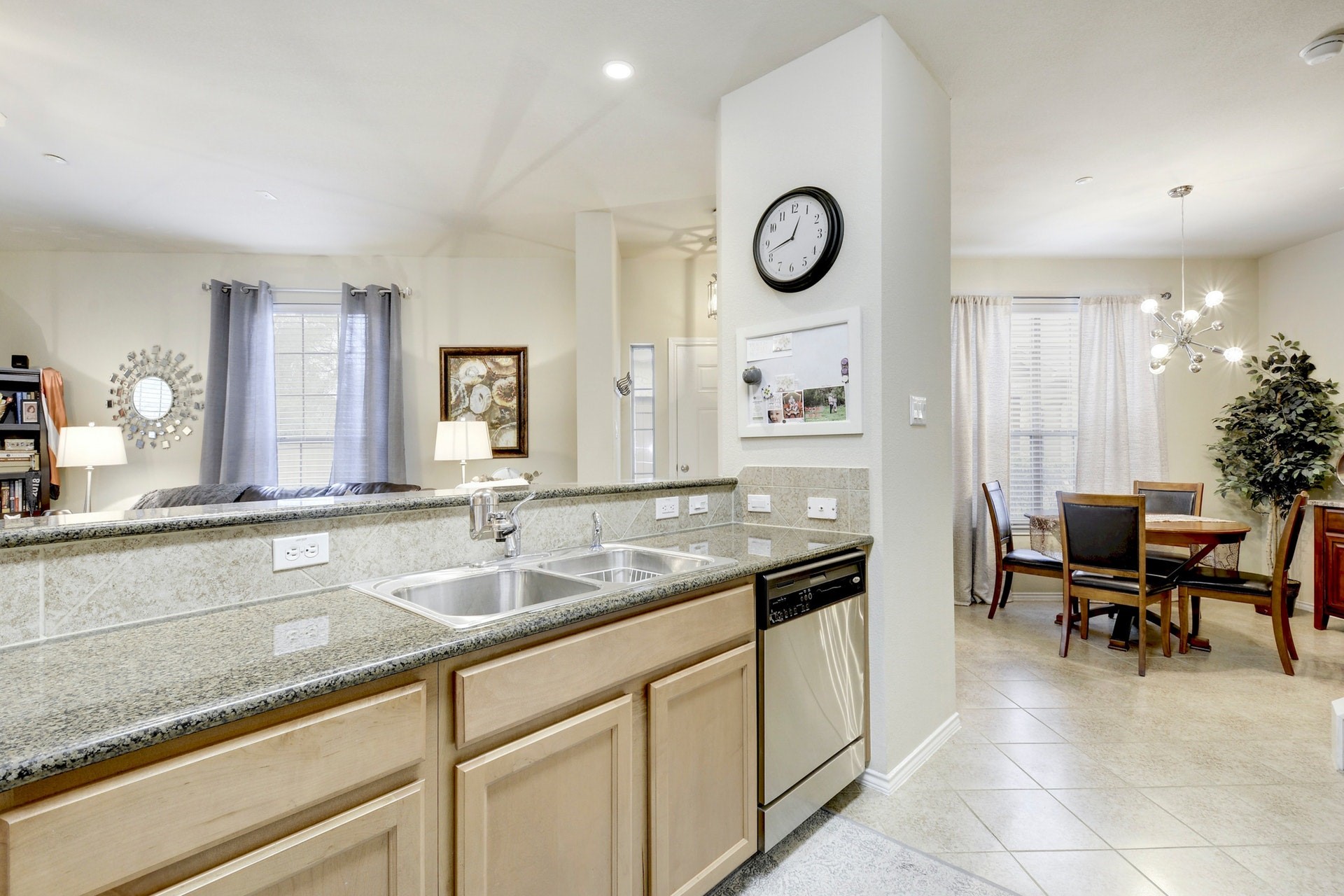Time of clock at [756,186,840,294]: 12:42
